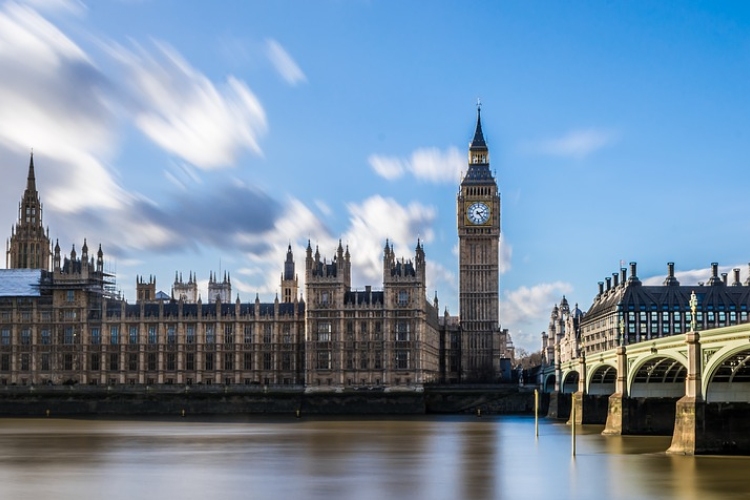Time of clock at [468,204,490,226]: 2:23
